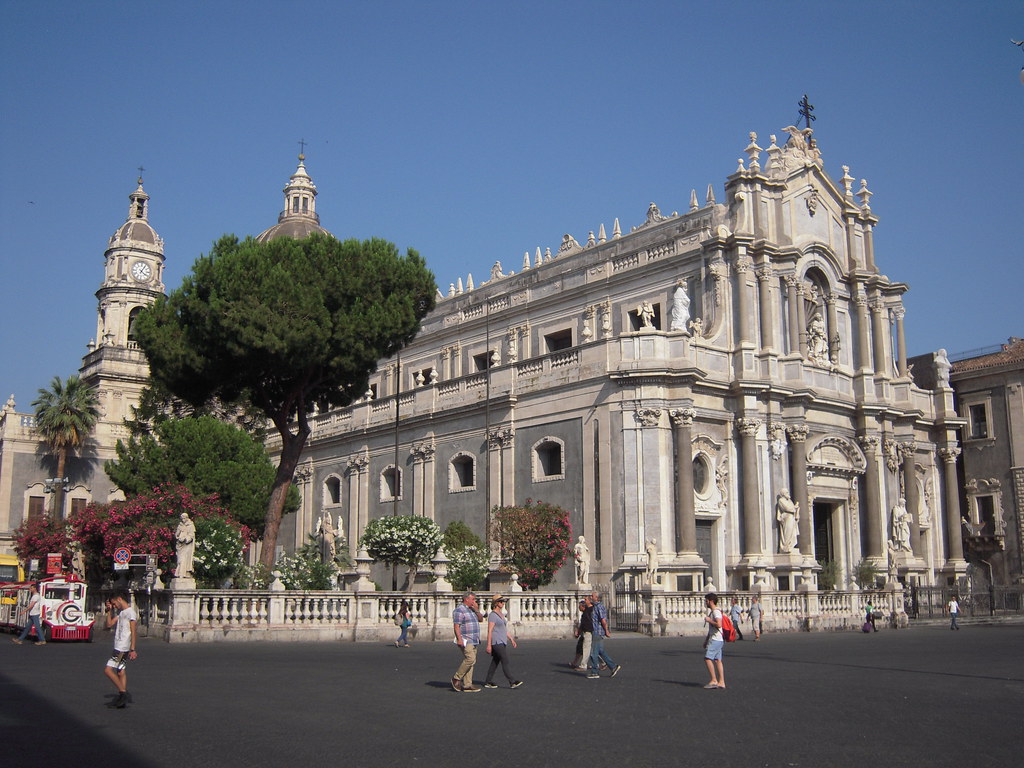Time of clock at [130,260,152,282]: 4:04
